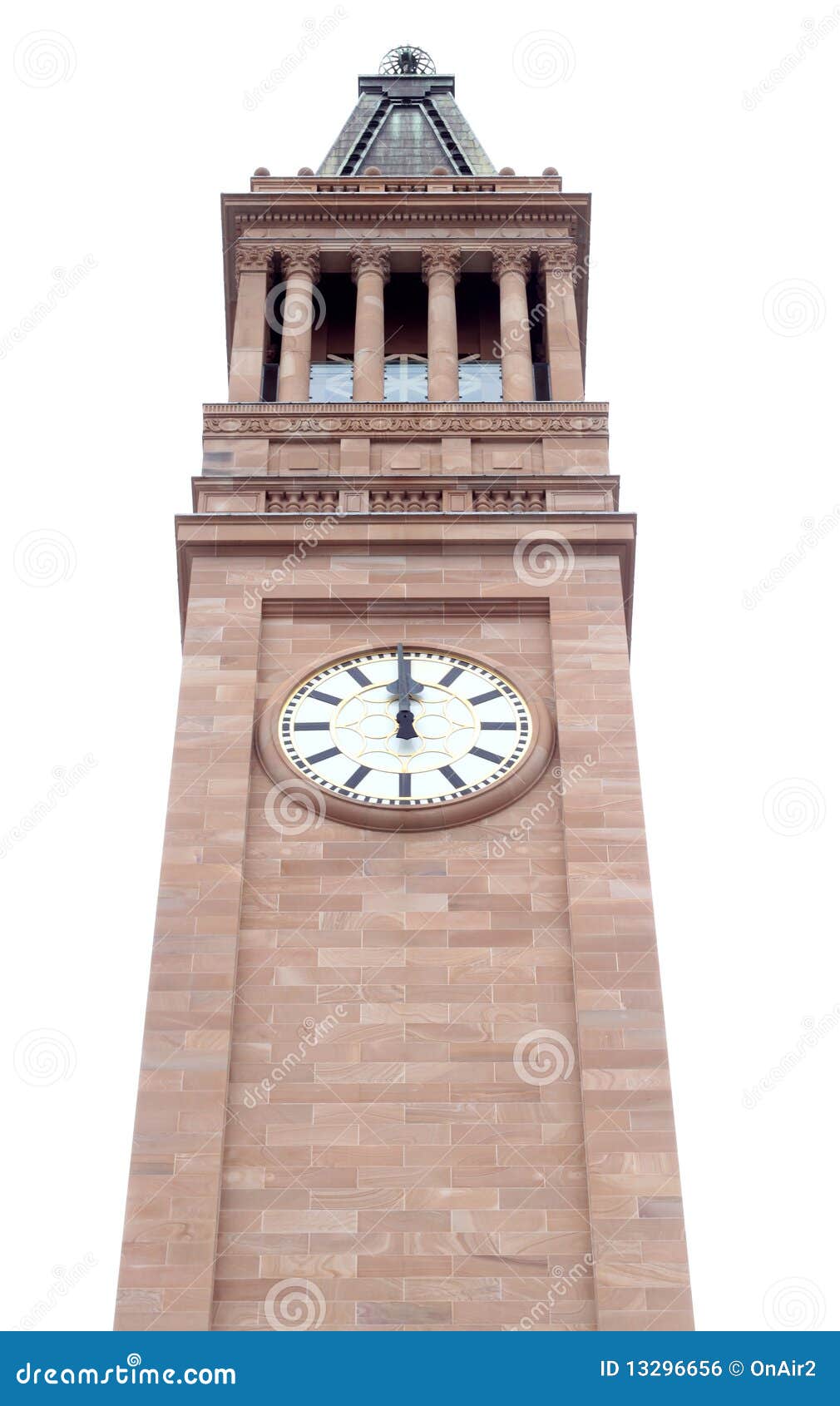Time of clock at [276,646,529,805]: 11:59
